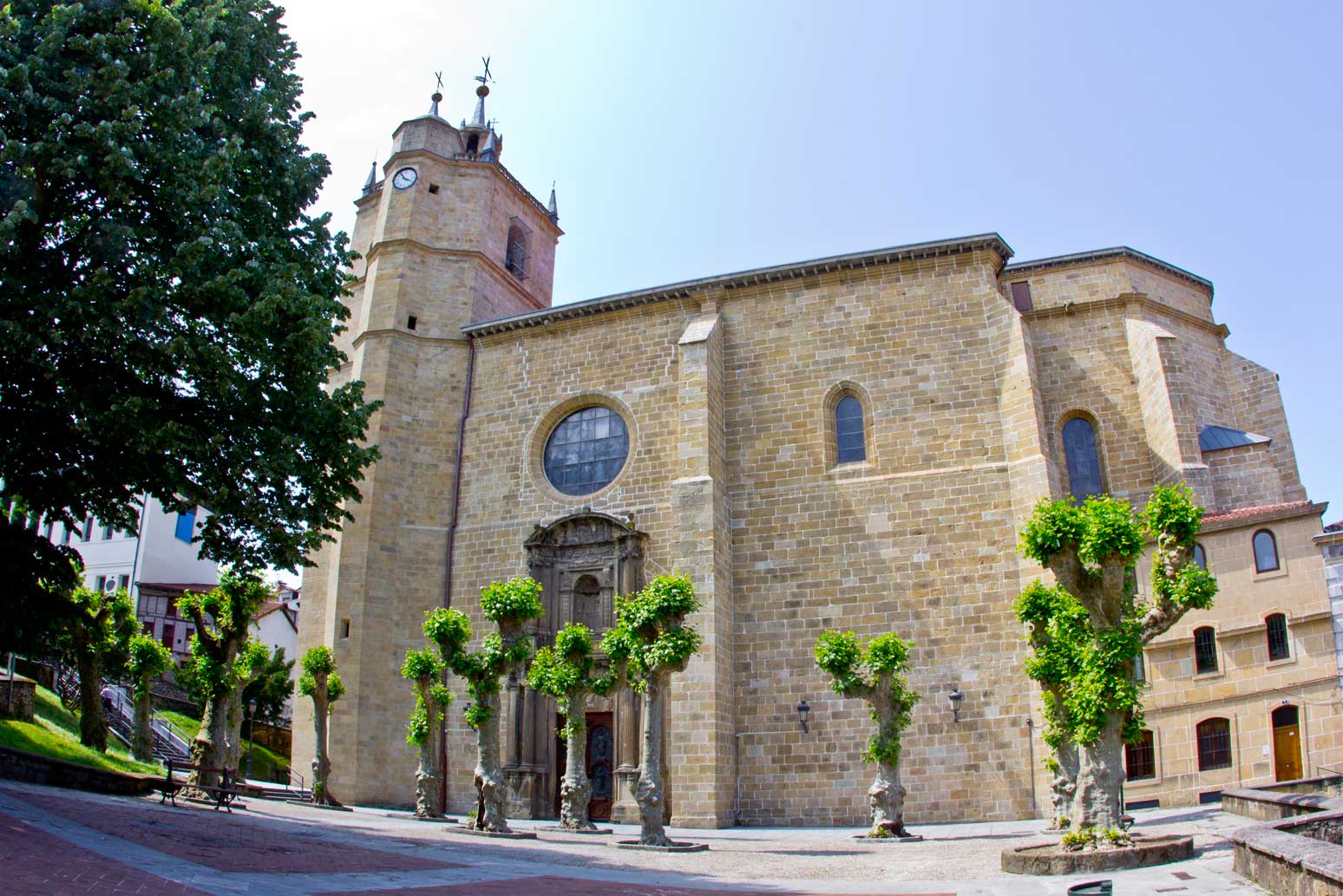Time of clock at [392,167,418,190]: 3:54
